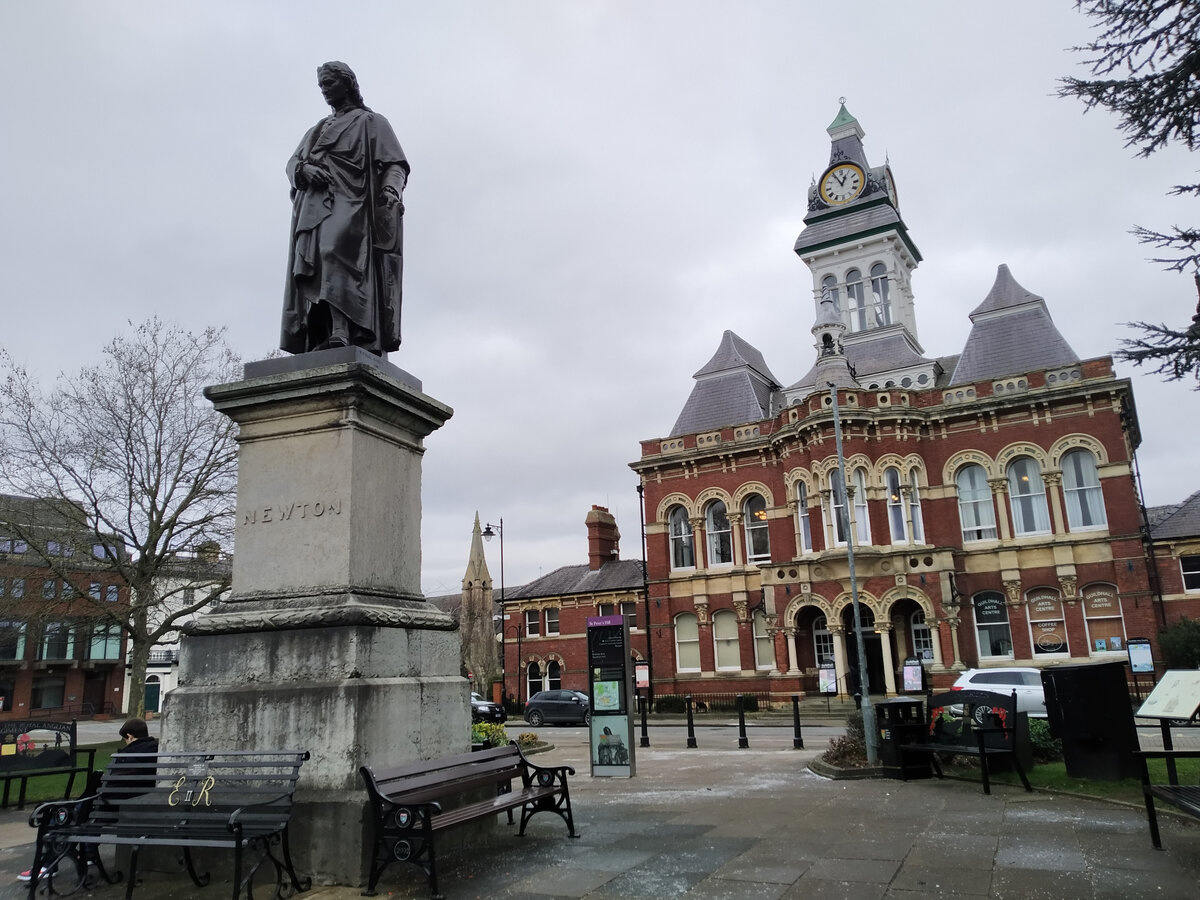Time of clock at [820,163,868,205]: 12:55
